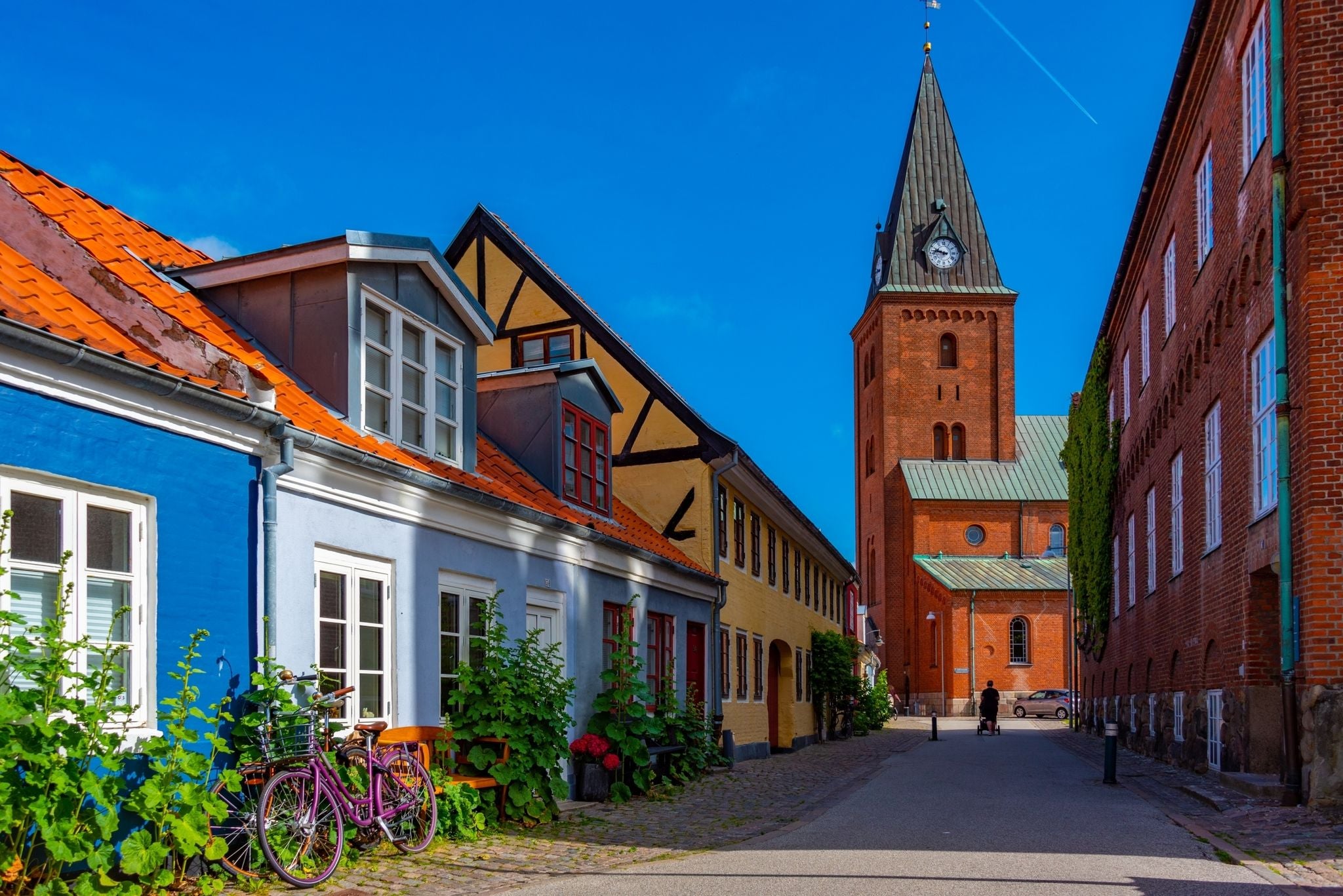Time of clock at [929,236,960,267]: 9:45
